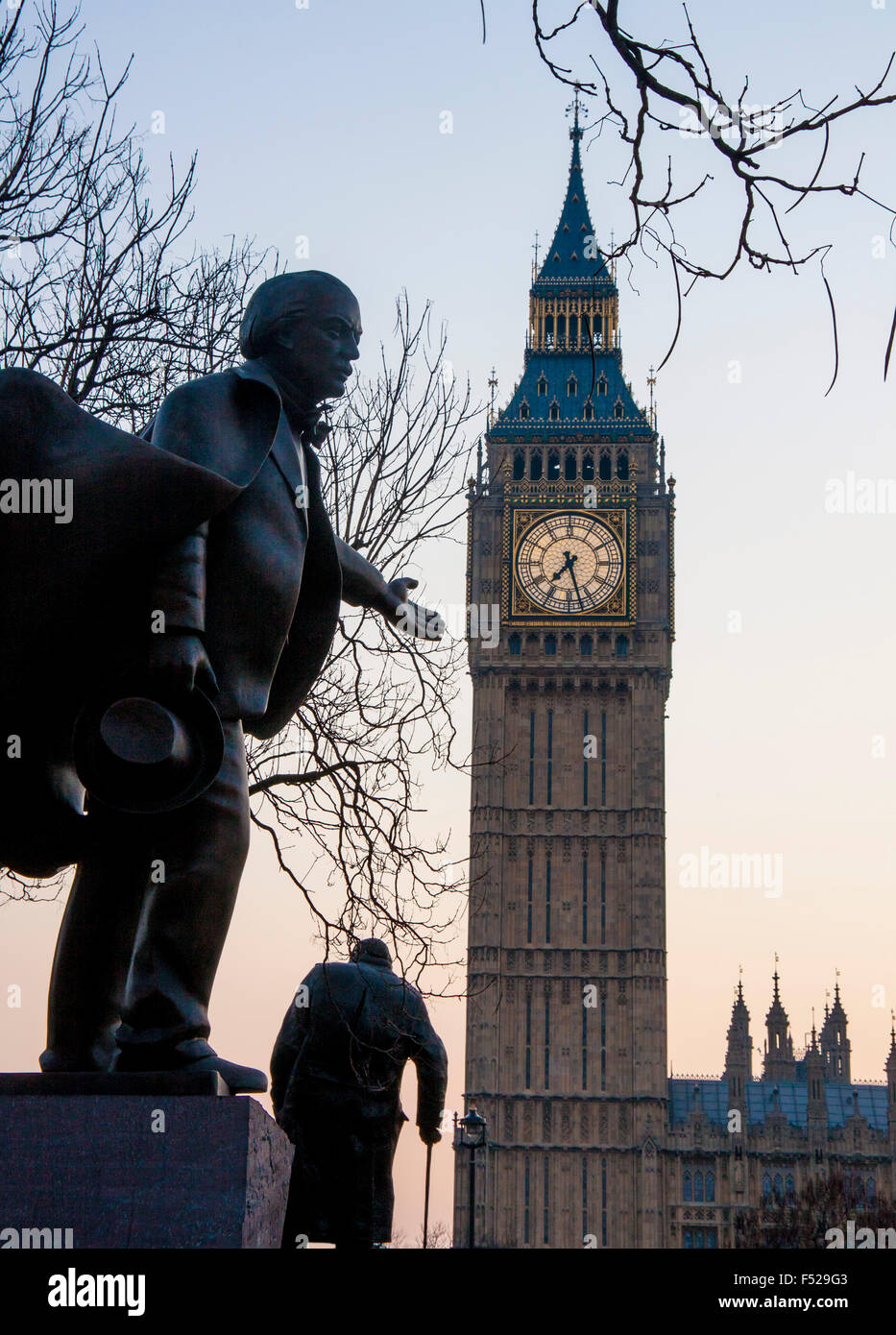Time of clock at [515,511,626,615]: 7:27
